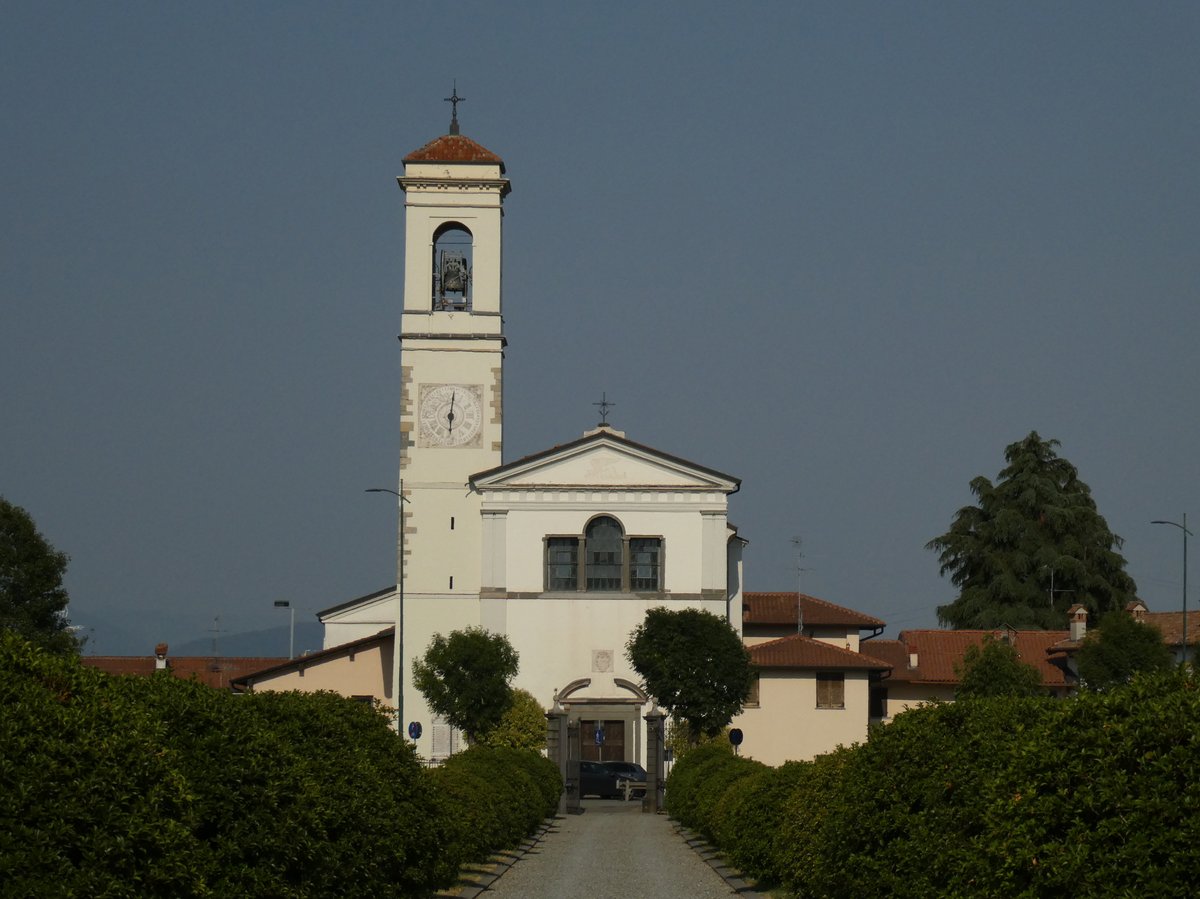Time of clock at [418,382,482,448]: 6:01
